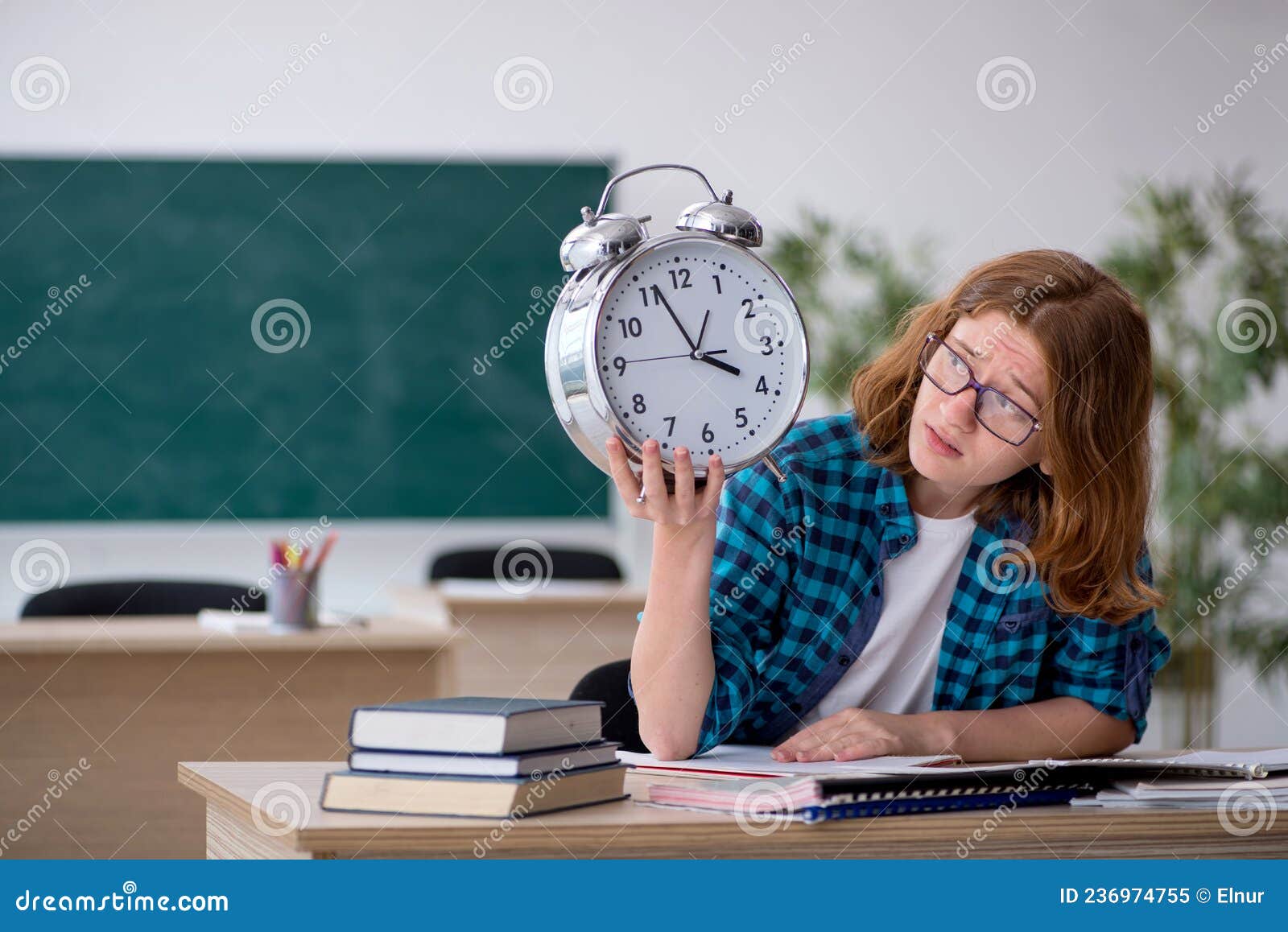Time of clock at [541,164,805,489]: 3:56
